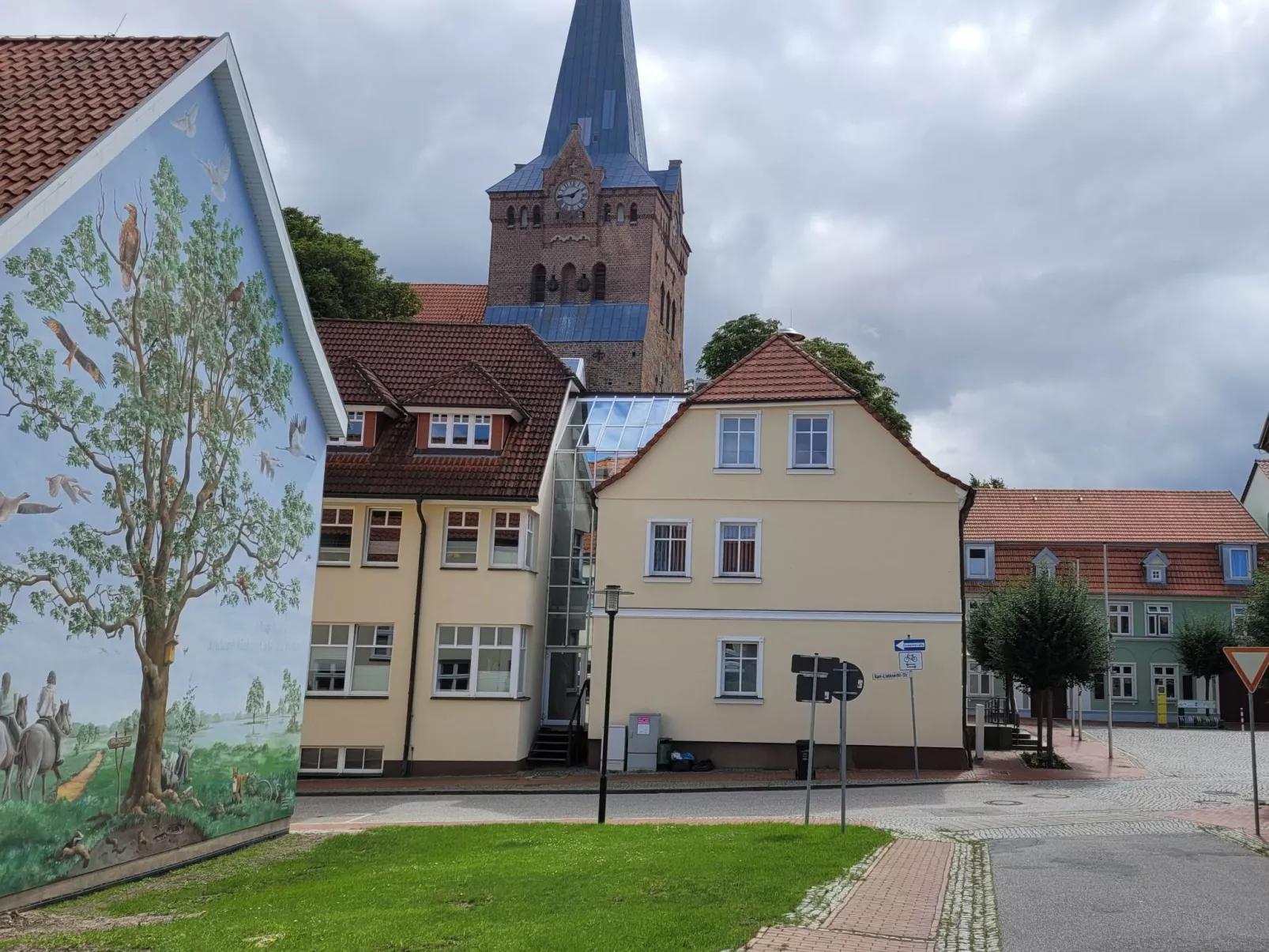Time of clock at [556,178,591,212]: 1:43
